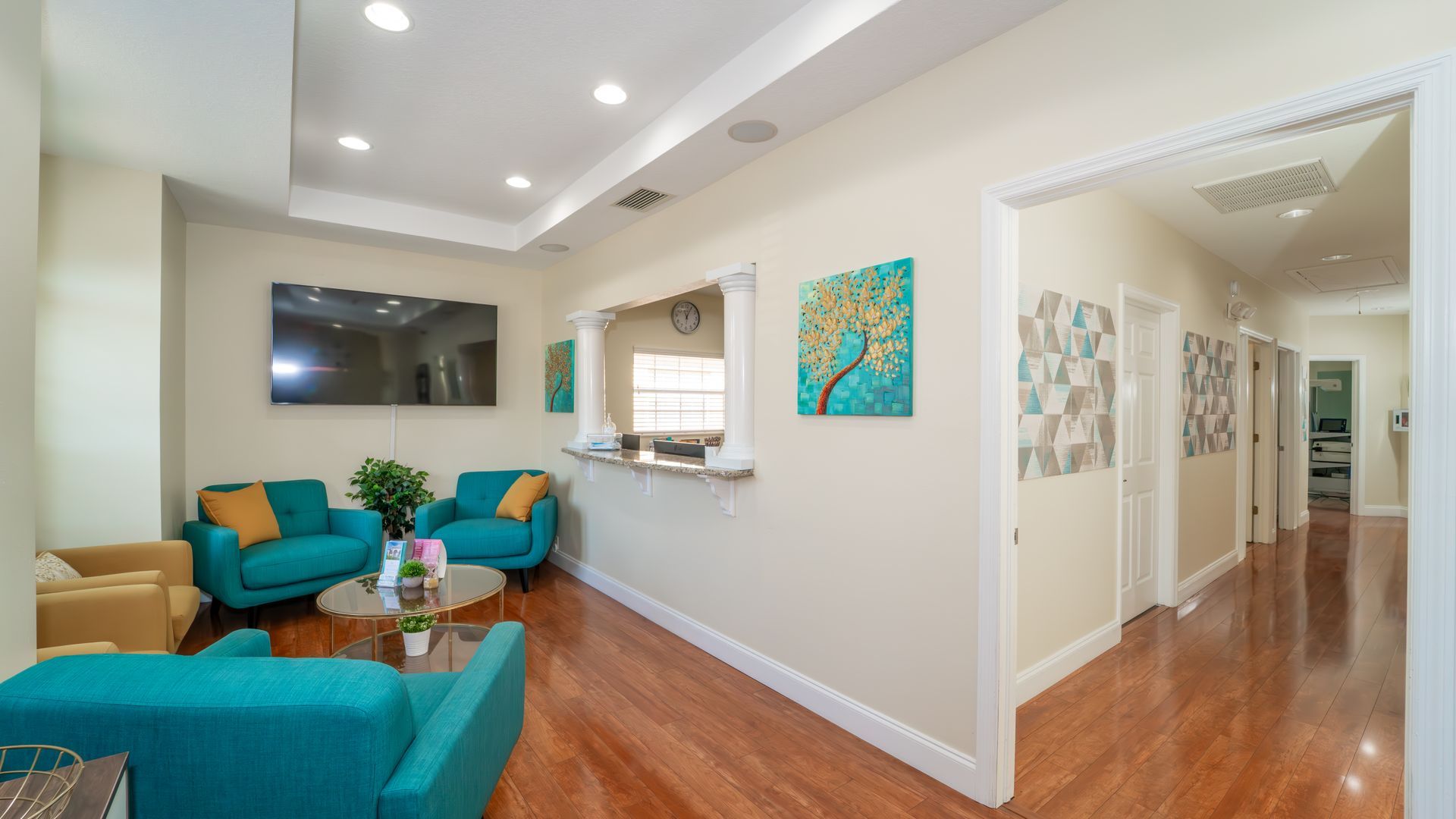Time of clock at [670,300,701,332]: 11:04
